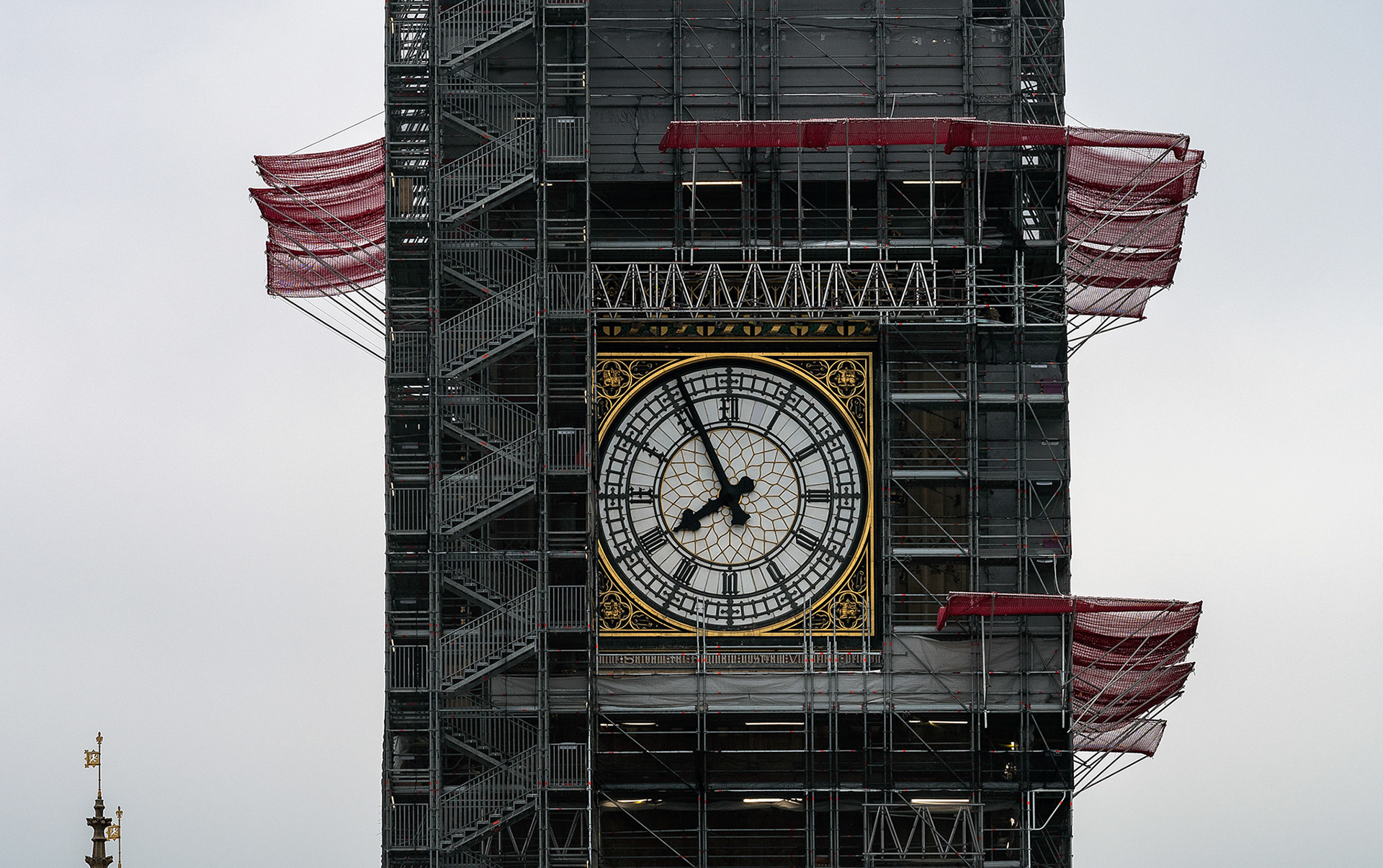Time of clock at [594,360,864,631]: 7:55
